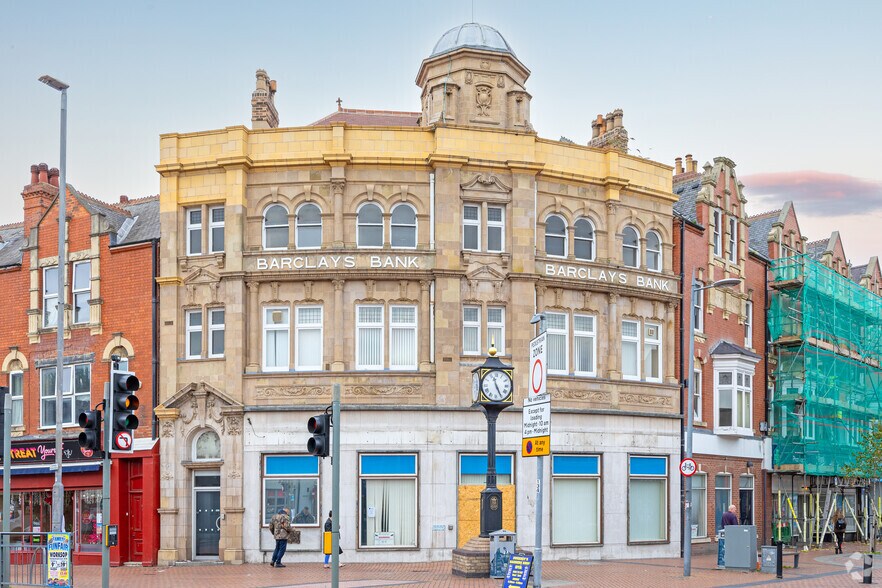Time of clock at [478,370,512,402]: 11:25
